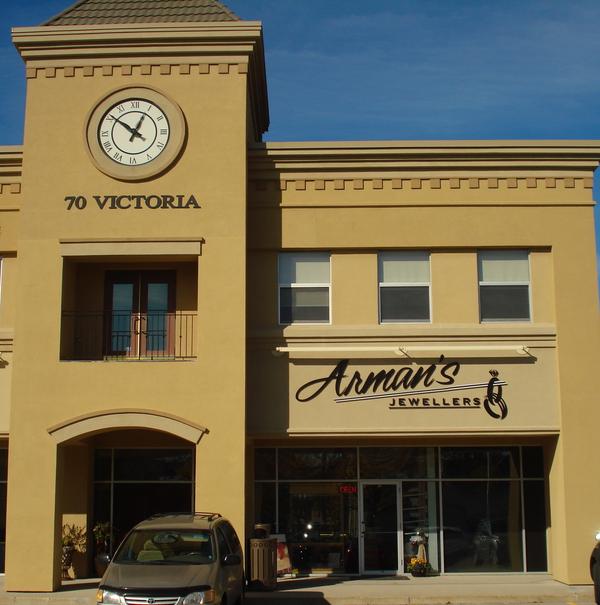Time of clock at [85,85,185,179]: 12:51
